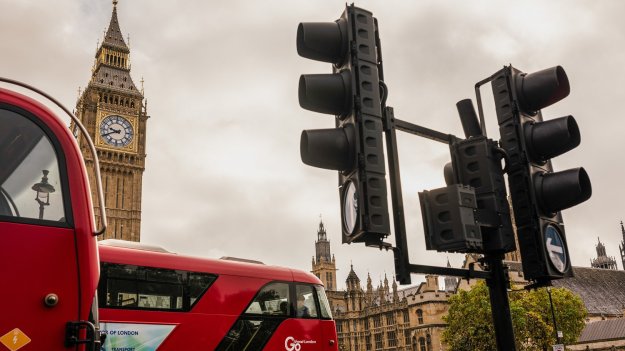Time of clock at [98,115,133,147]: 9:41
